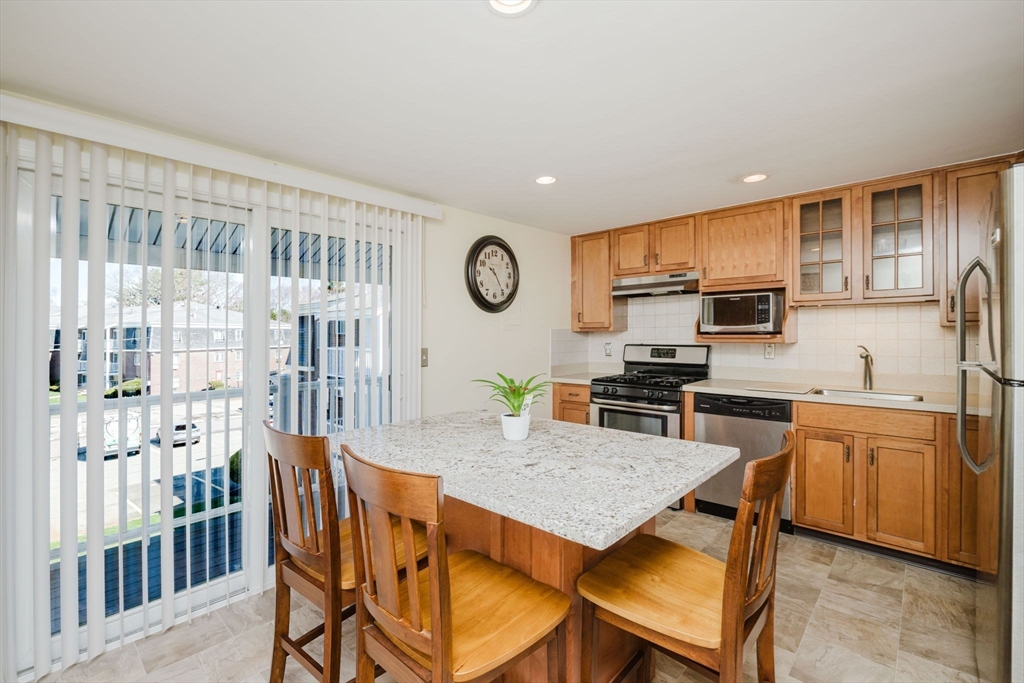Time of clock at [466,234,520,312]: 10:24
